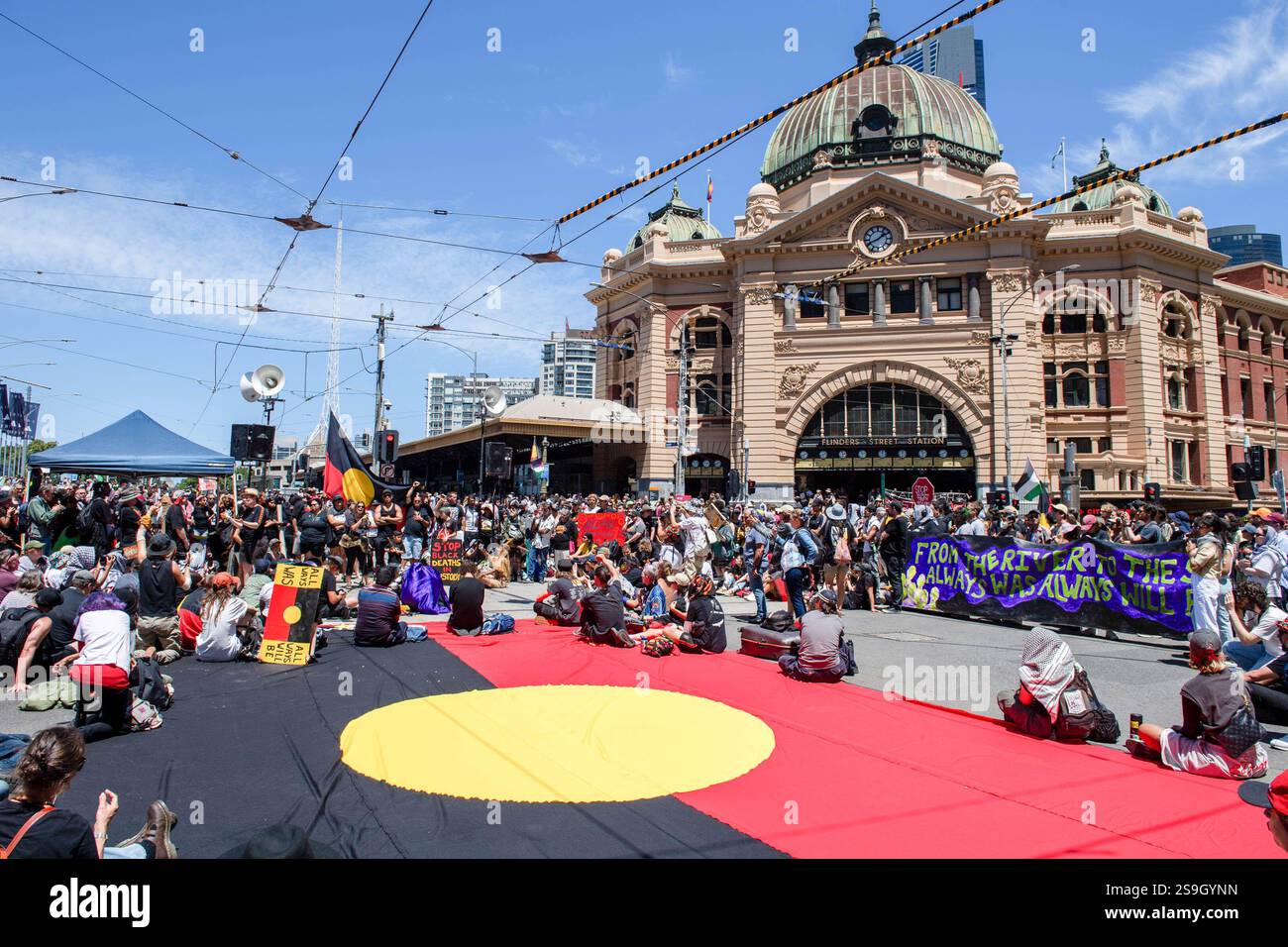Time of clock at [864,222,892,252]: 1:41
